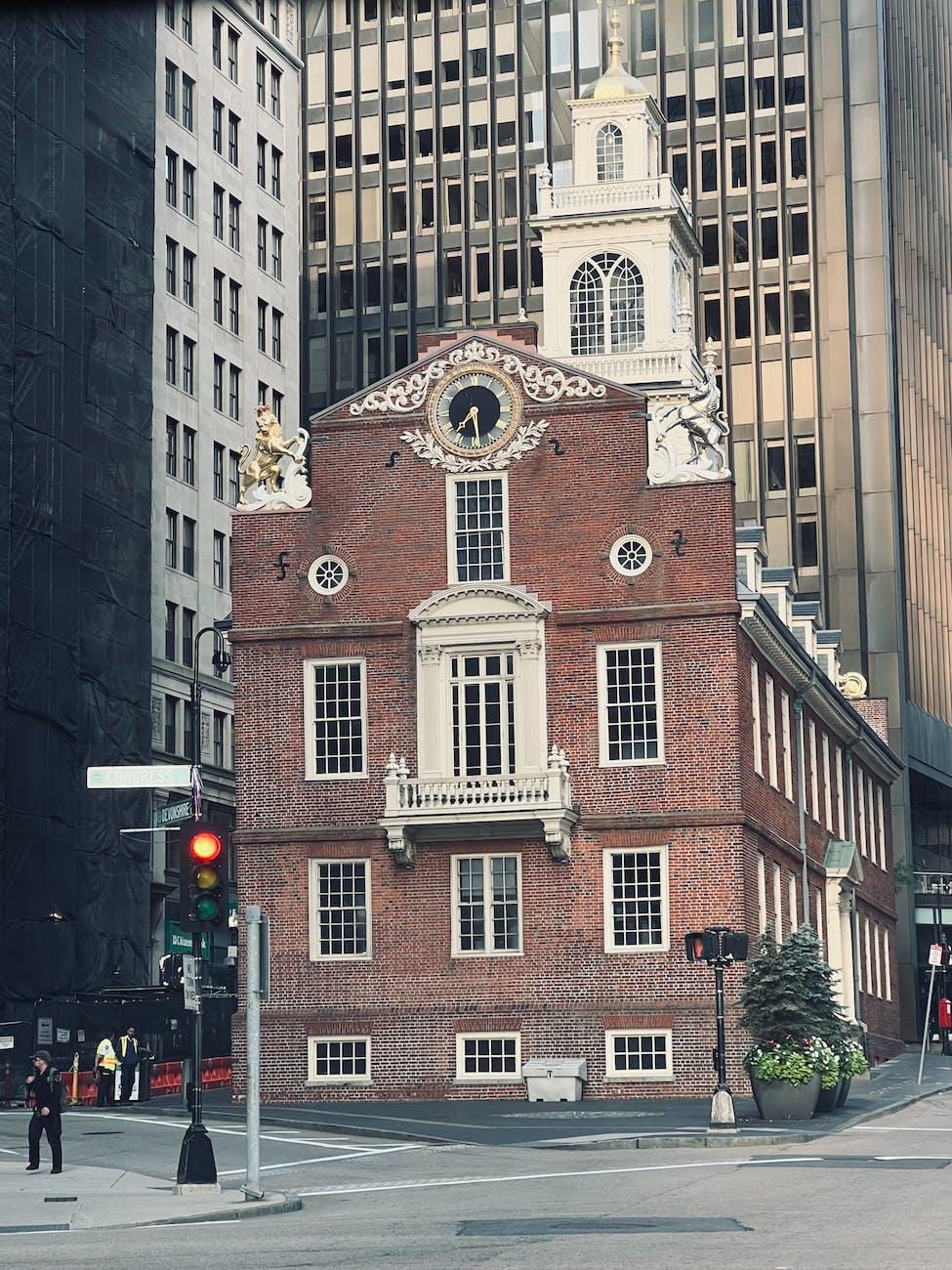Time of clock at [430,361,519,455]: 7:29
